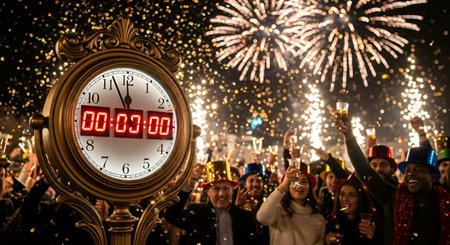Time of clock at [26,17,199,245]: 11:56
